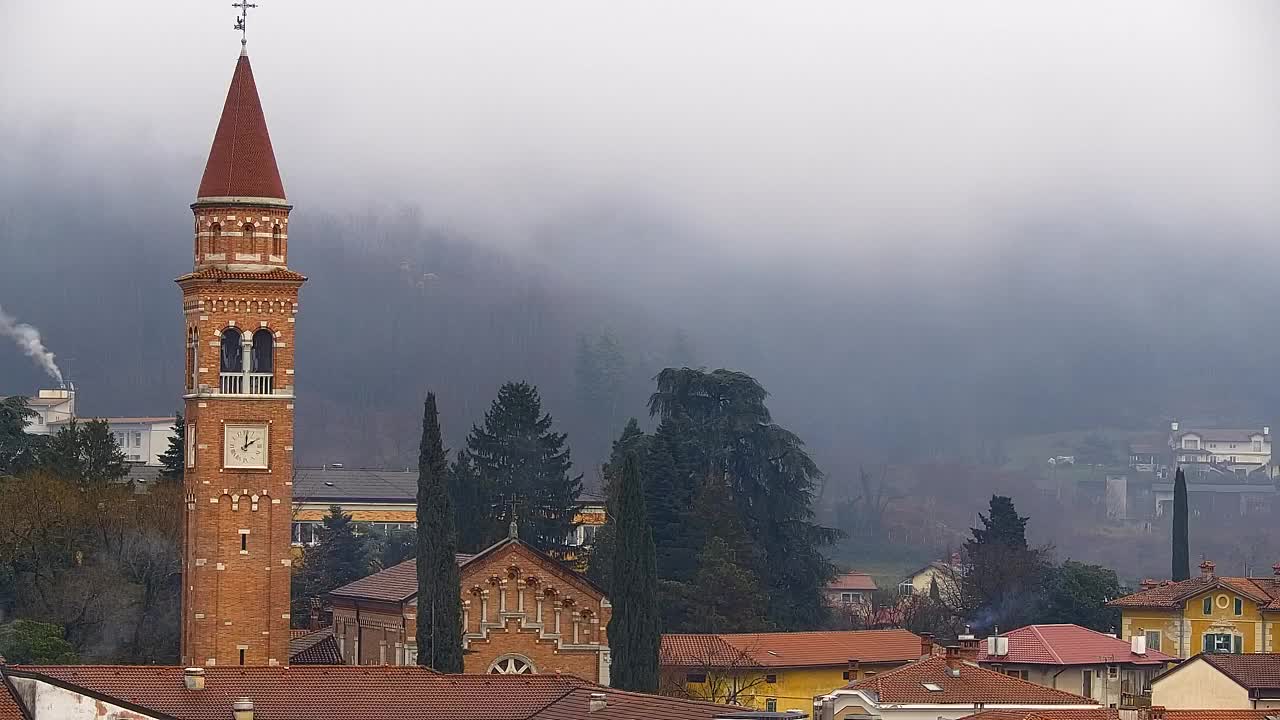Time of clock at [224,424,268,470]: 2:01
